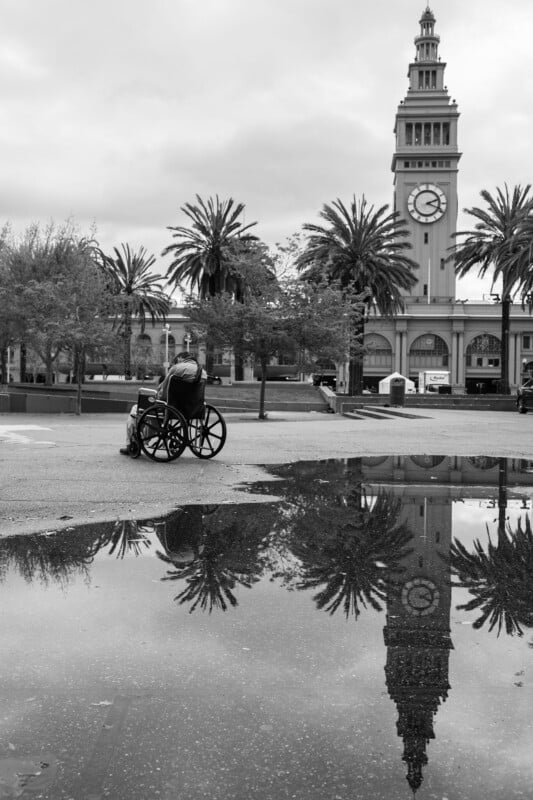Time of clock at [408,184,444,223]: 2:18
